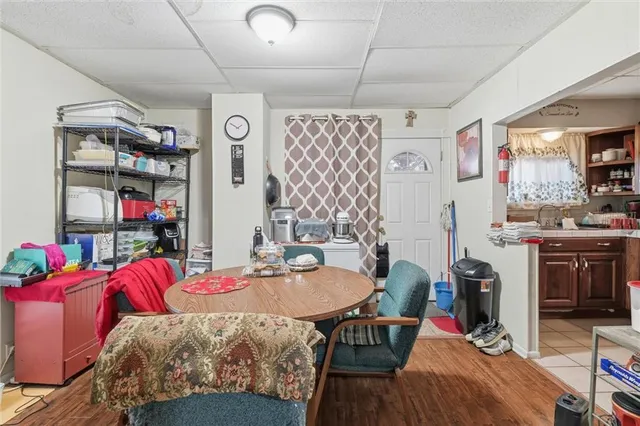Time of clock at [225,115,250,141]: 1:50
